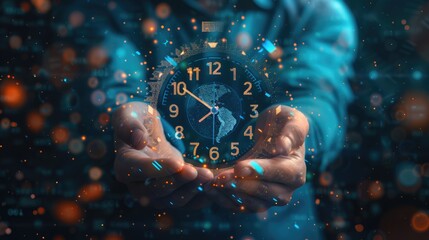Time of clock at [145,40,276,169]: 7:50
